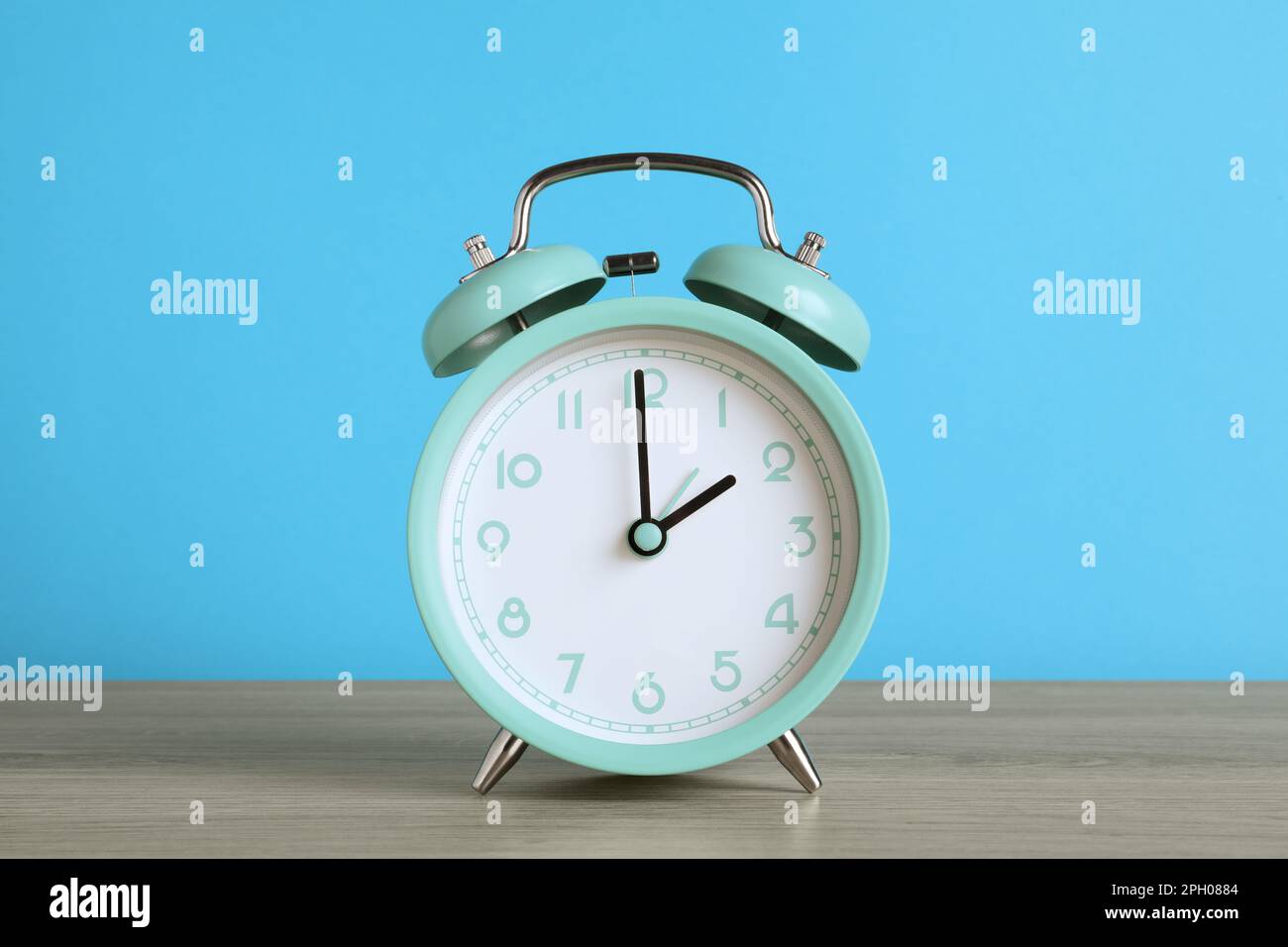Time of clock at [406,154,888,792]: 2:00
